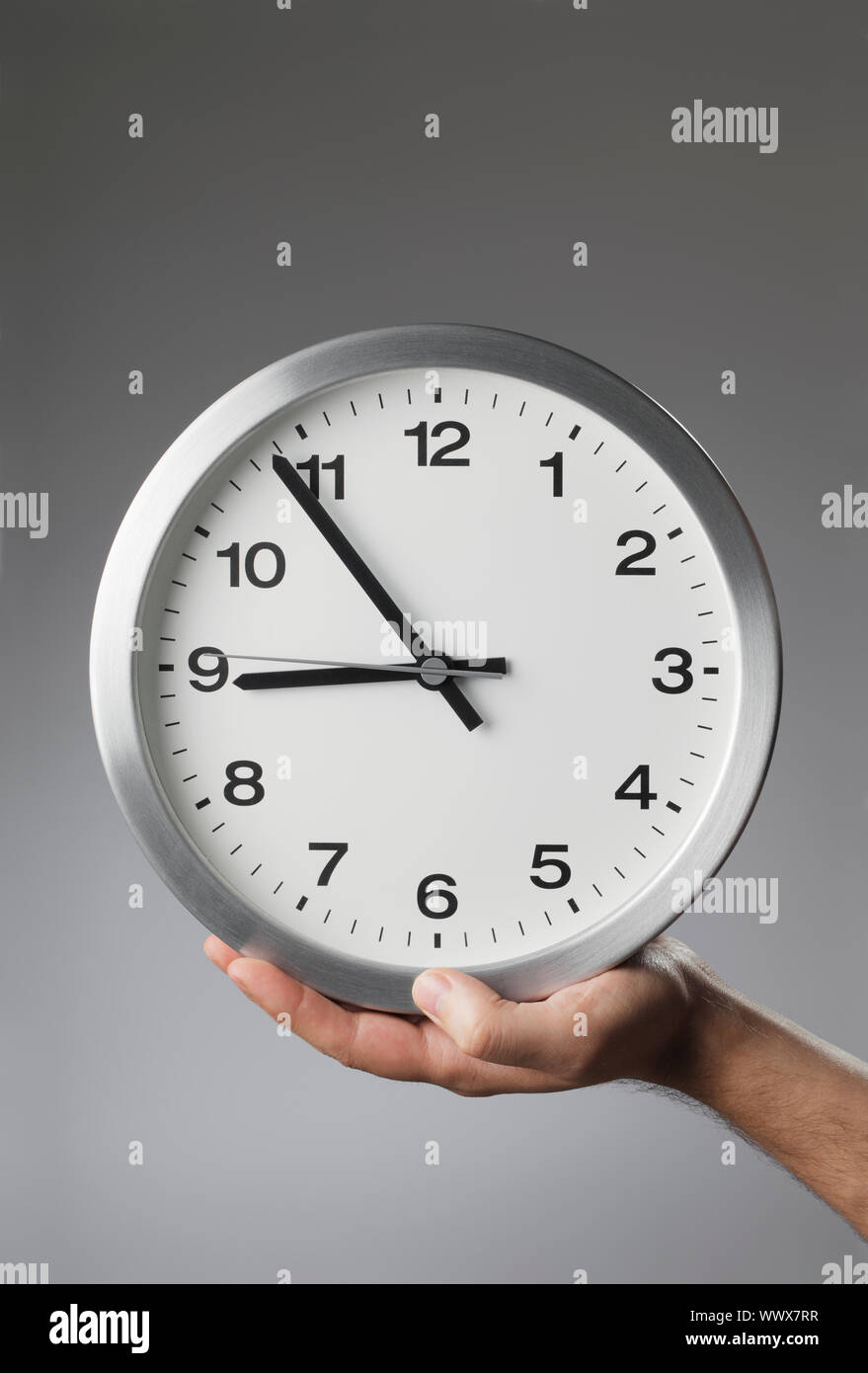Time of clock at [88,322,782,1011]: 8:53
